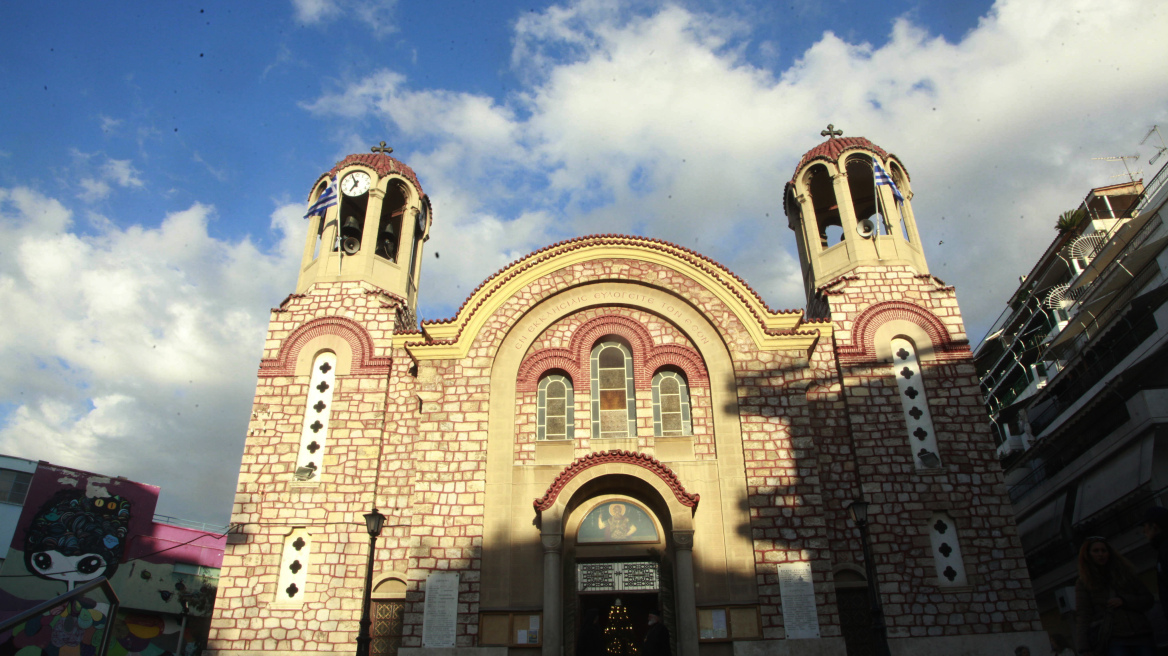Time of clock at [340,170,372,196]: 6:56
